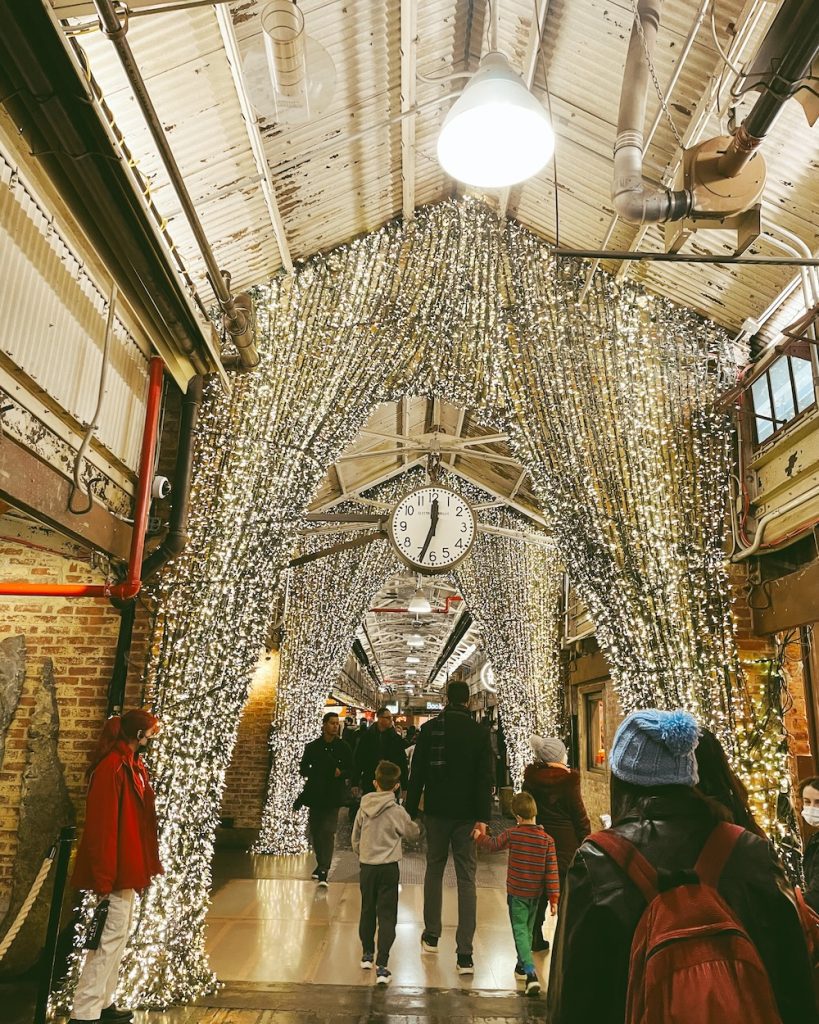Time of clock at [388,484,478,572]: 12:33
